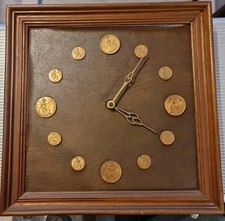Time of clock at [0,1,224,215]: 4:06
